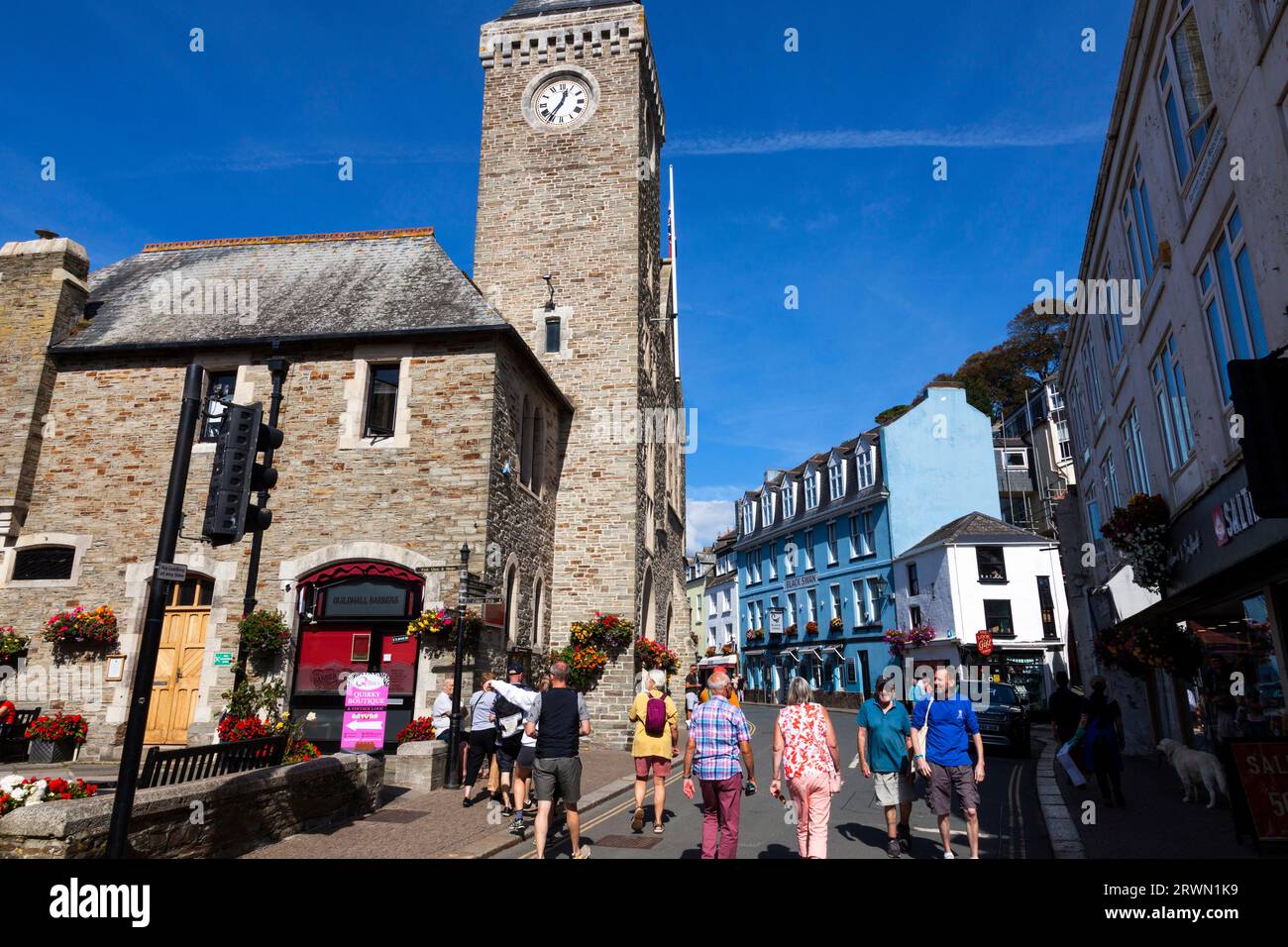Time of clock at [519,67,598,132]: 12:35
